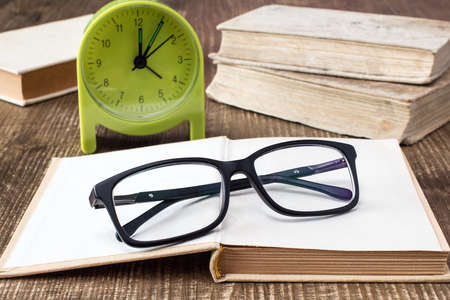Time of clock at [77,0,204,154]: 12:05
